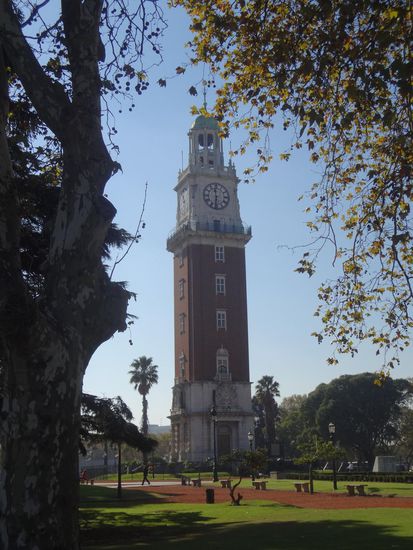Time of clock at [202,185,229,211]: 11:31
